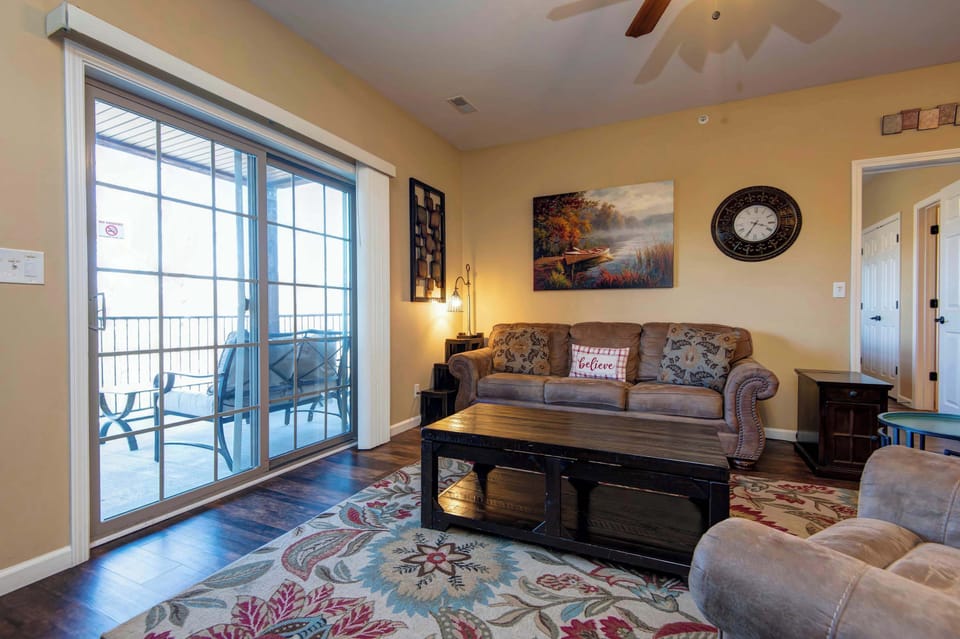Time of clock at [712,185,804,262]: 3:34
